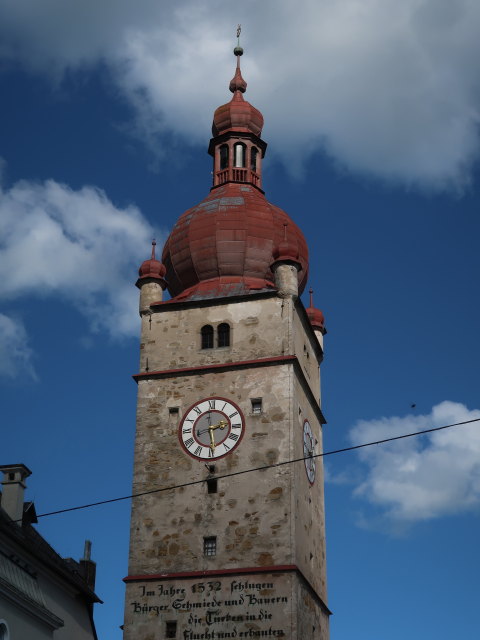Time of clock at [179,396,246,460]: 2:29
